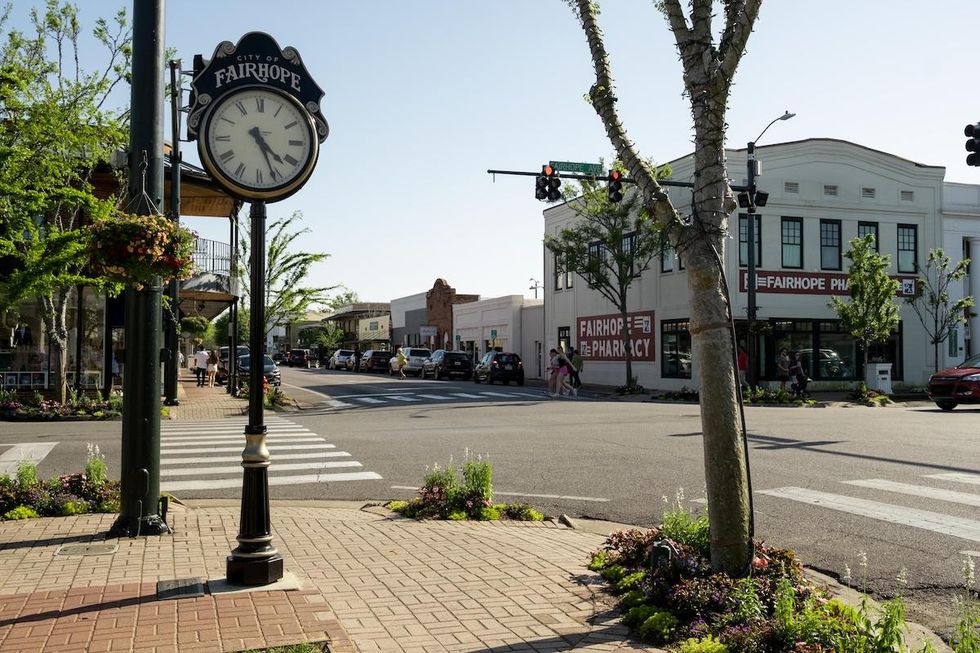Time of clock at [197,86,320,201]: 4:26
